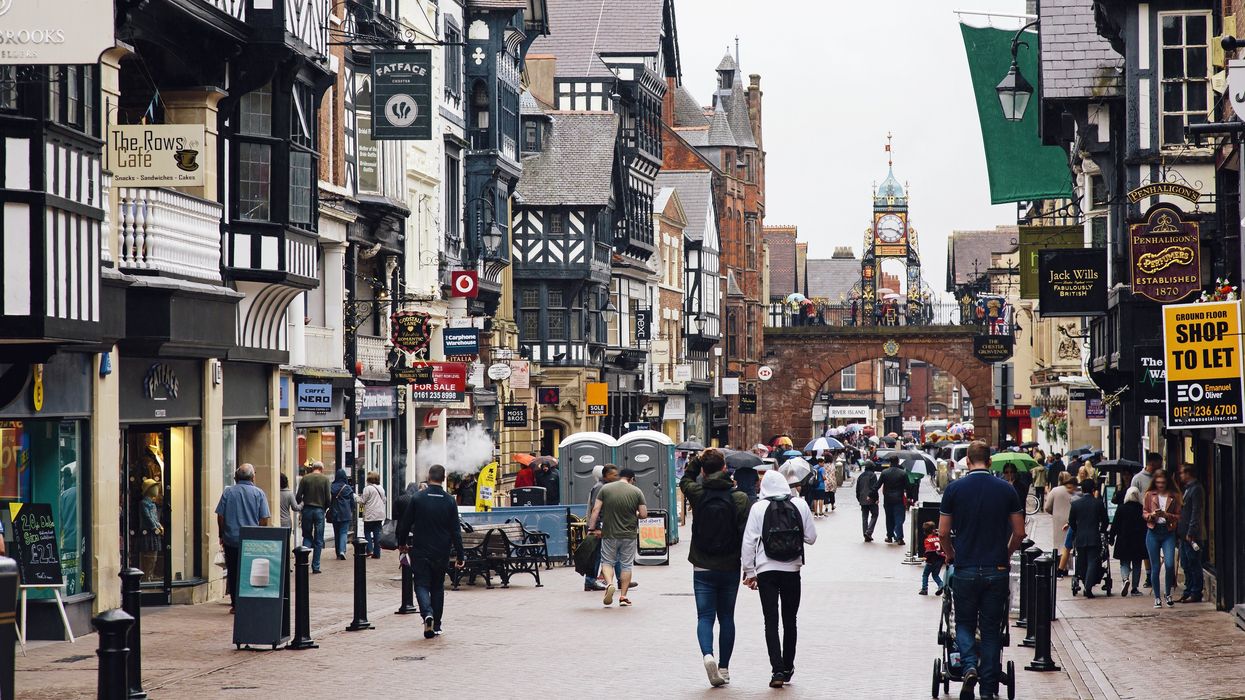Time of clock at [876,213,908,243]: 3:44
